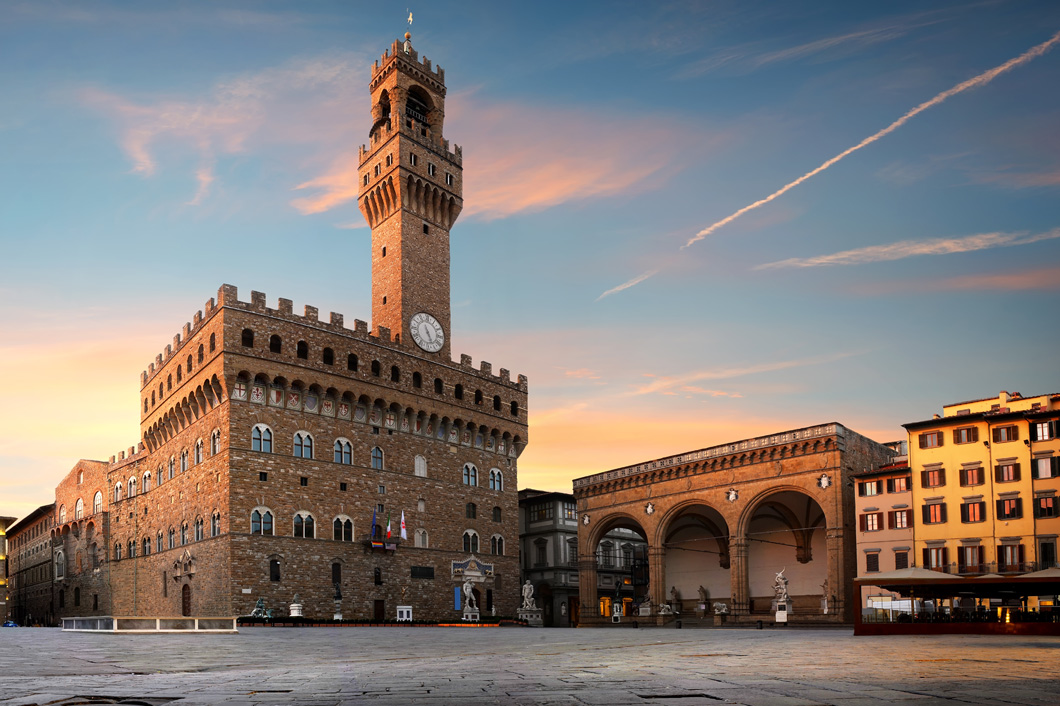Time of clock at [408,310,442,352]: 5:26
